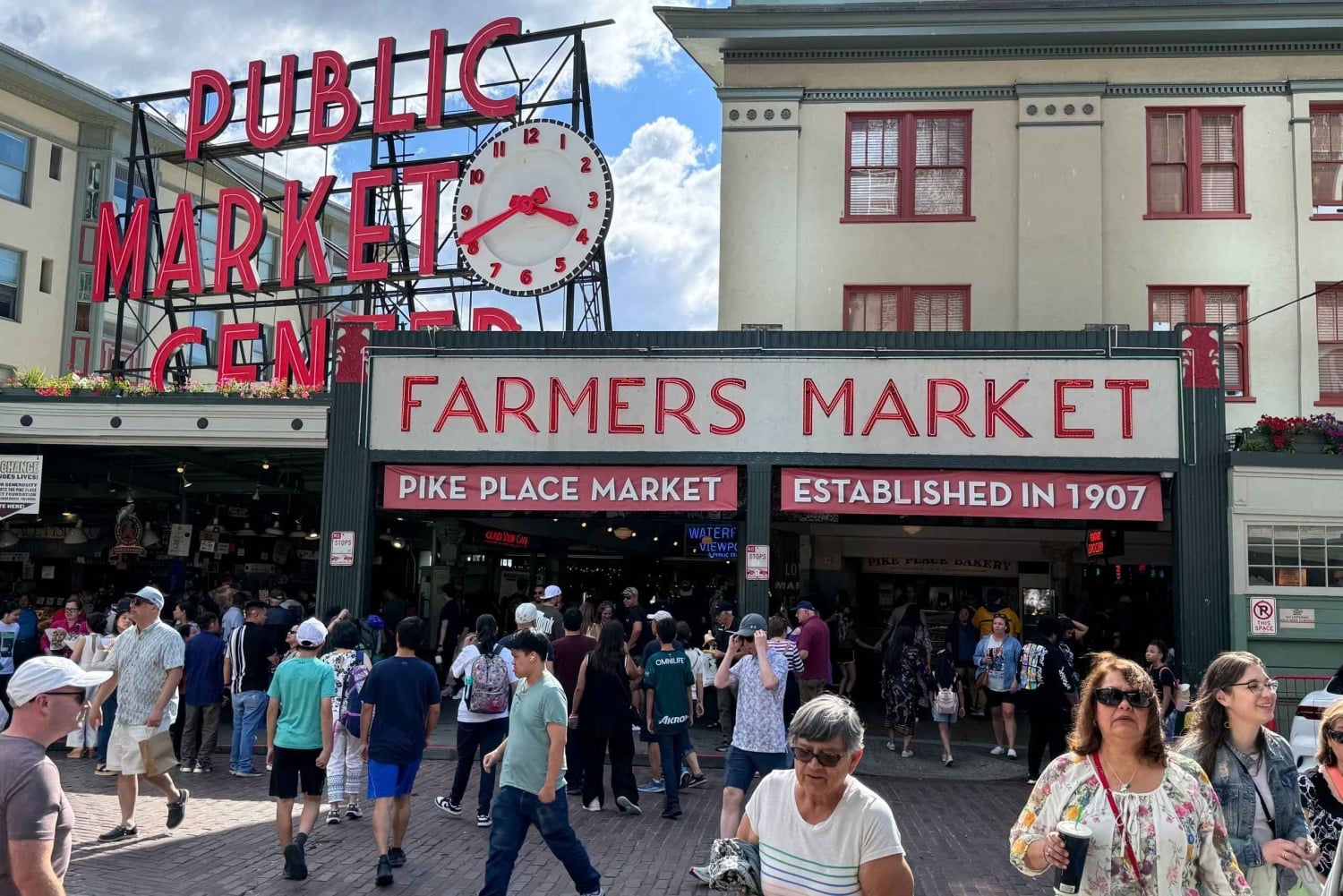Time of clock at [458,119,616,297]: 3:41
